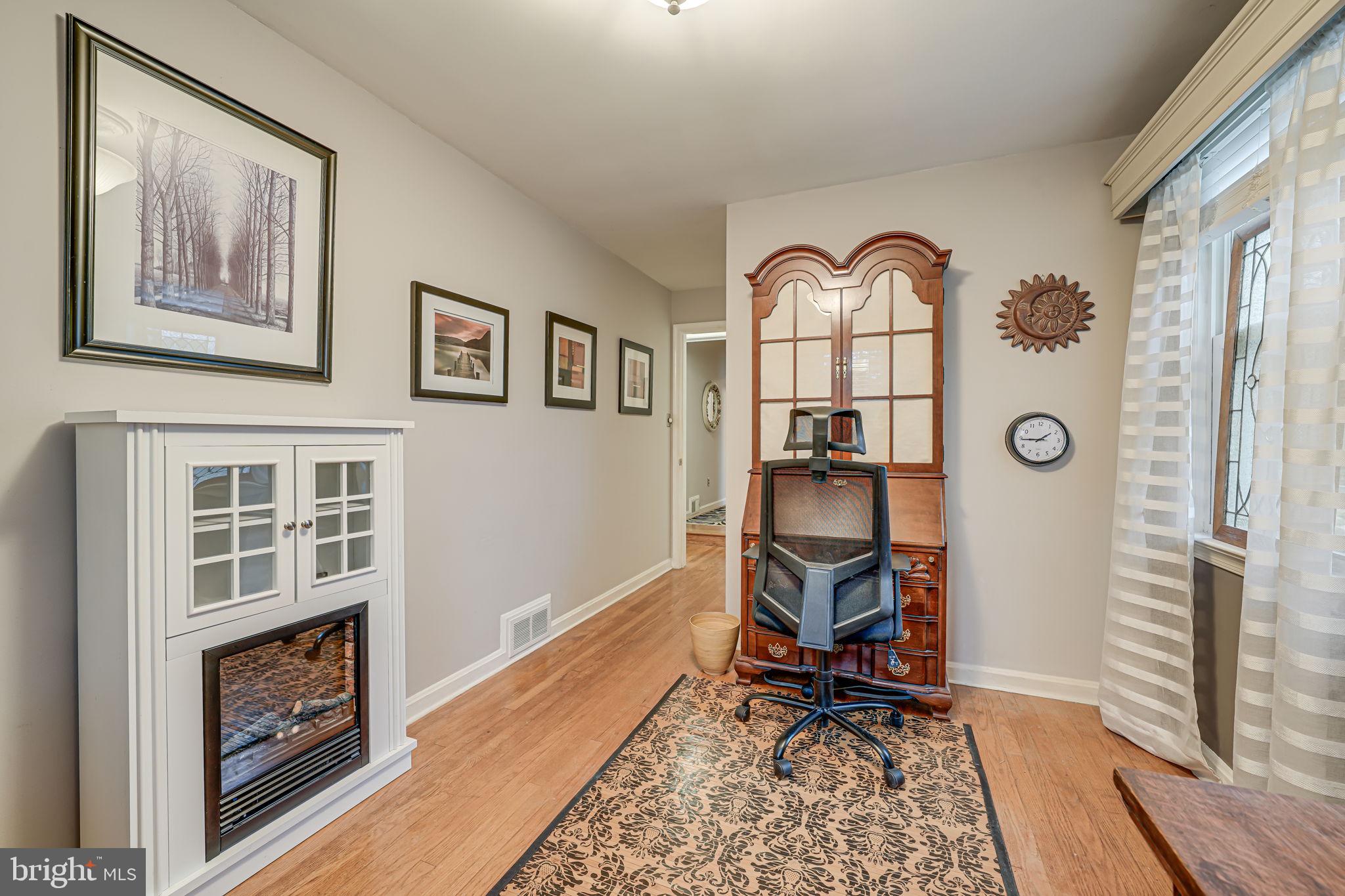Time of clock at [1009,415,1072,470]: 1:44
